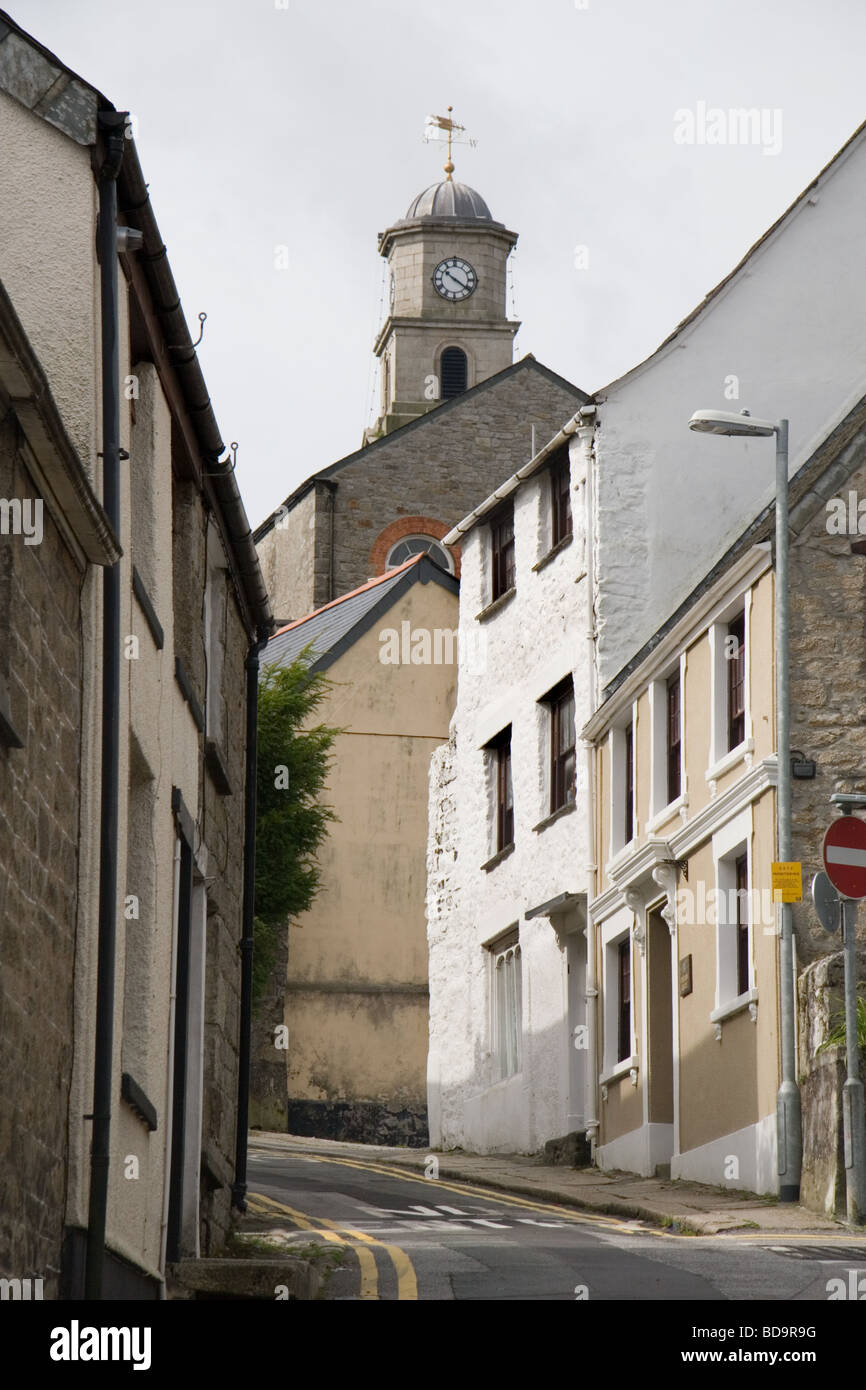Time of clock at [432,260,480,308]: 10:20
